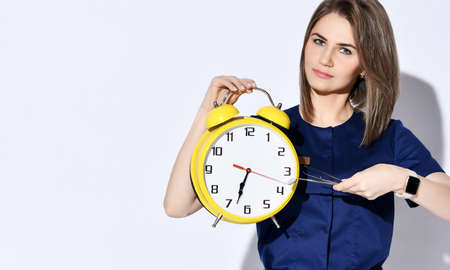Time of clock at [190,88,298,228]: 6:33
